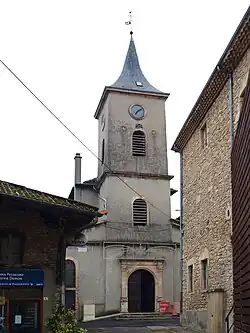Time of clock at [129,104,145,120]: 7:09
